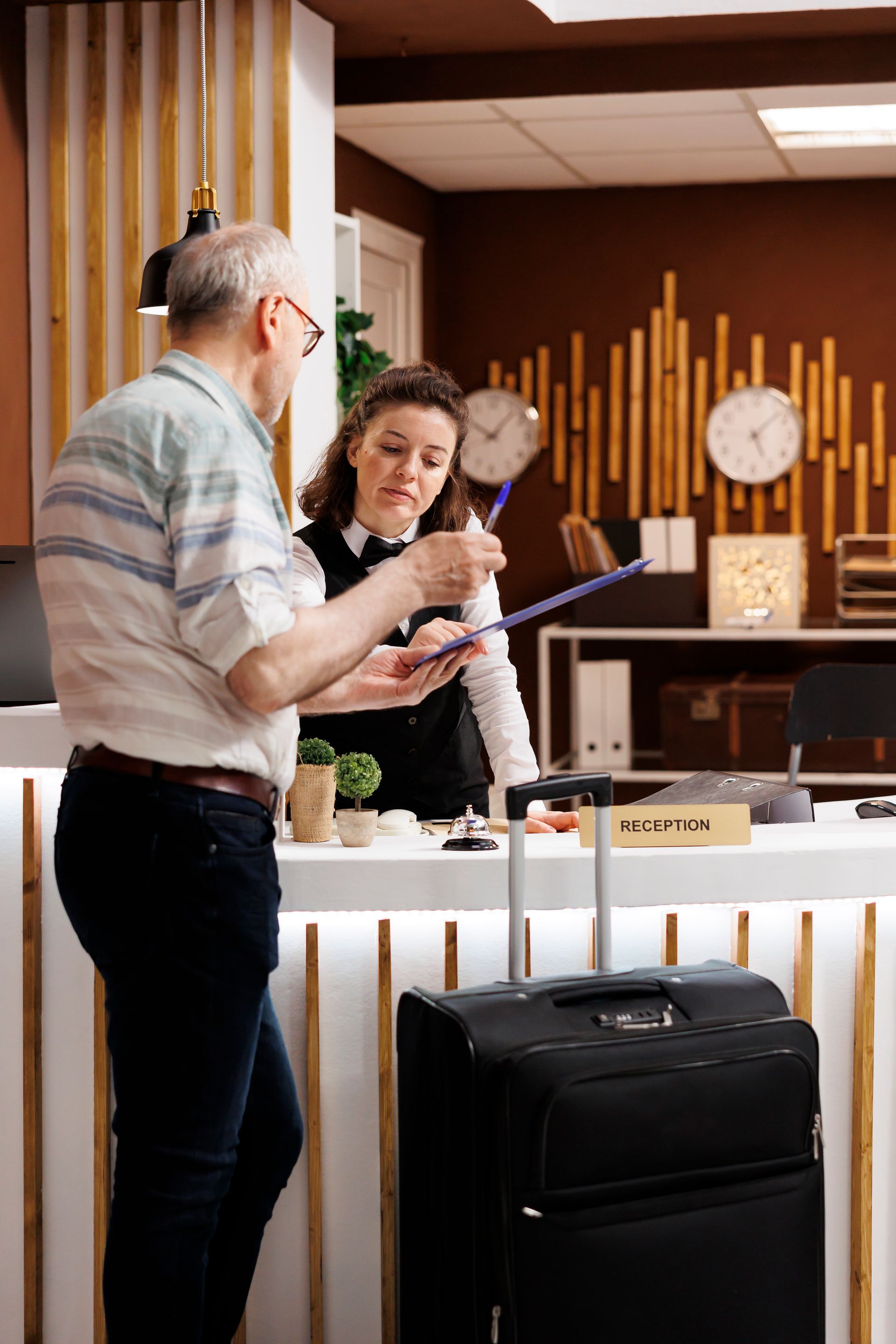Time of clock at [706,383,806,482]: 5:07
